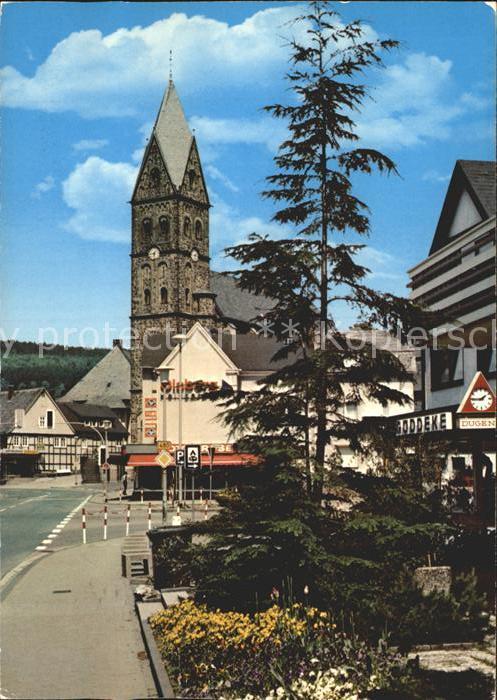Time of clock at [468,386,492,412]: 1:44
